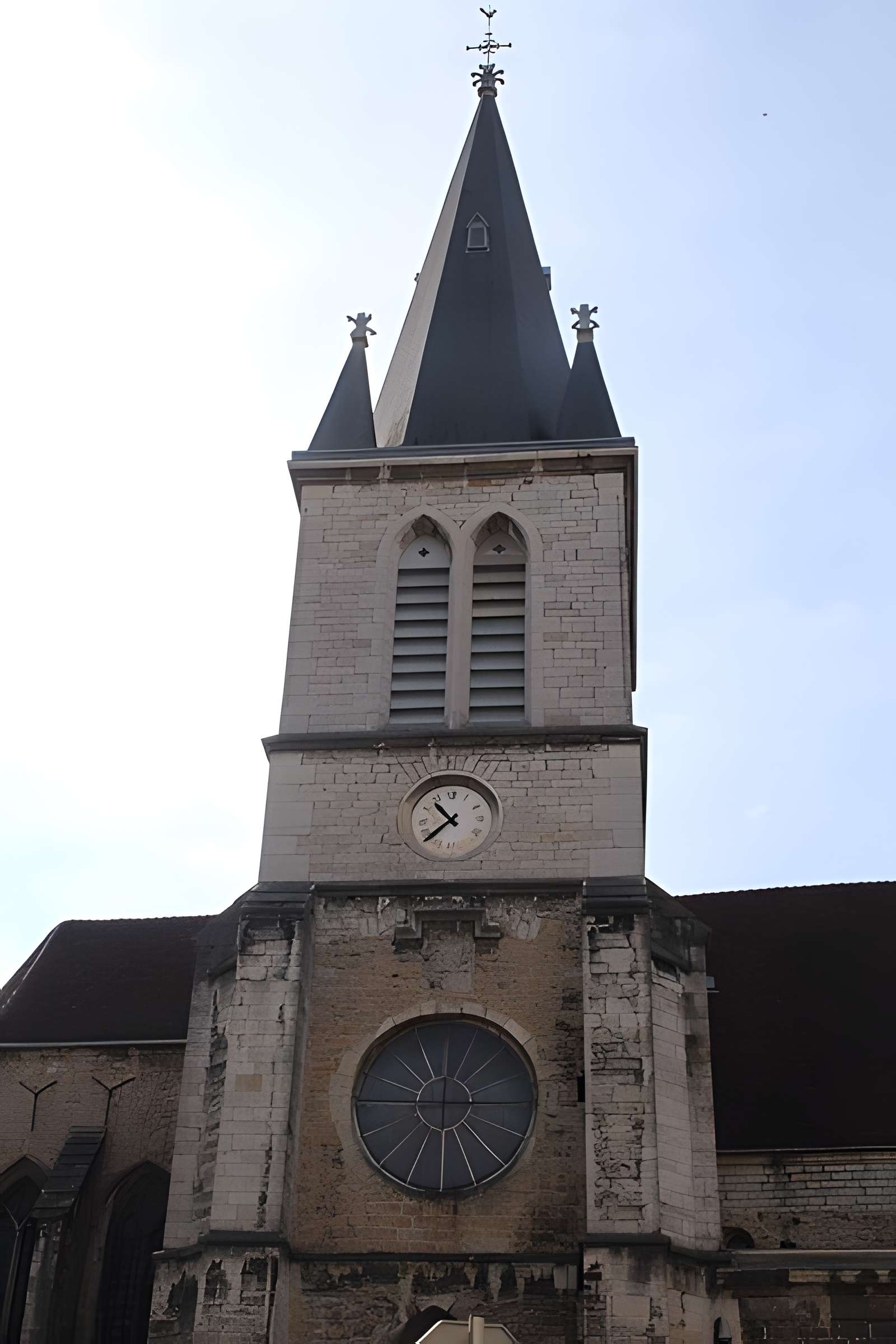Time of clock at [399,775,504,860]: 10:38
